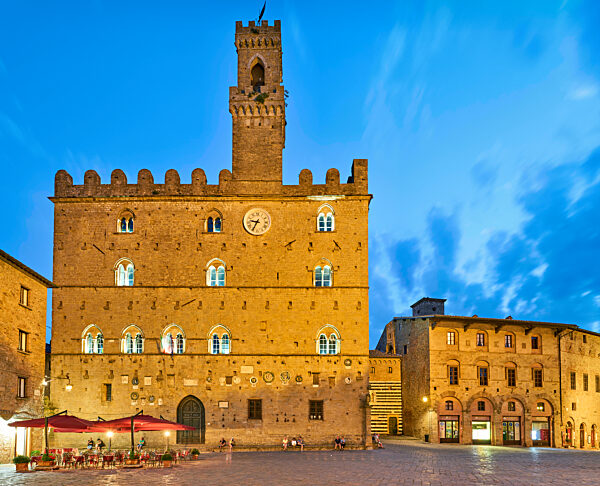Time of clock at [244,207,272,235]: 9:34
